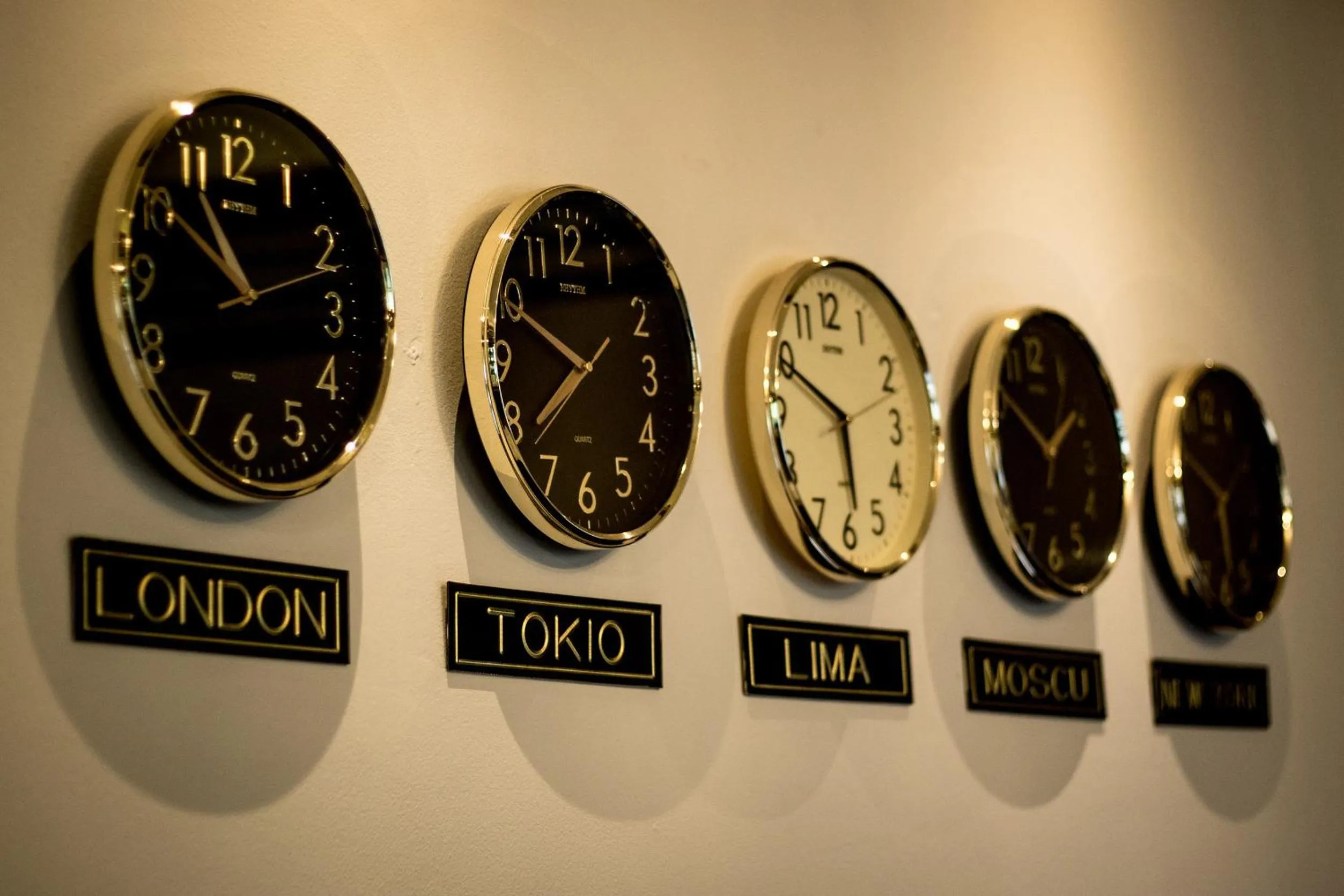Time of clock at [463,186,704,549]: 7:49
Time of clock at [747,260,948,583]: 5:49
